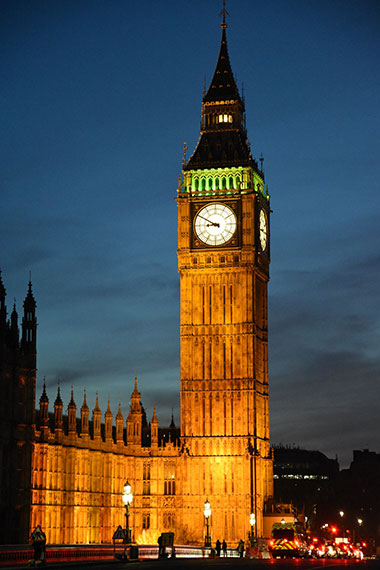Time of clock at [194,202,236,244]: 8:49
